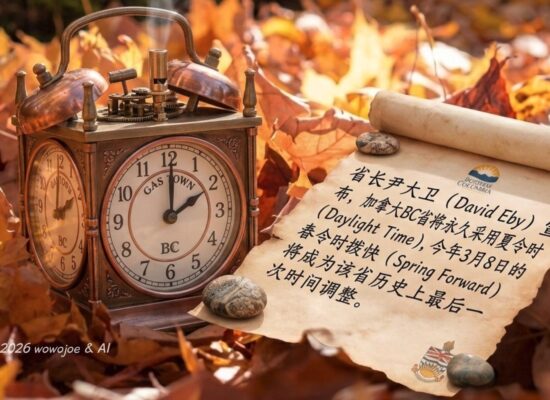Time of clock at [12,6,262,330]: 2:00
